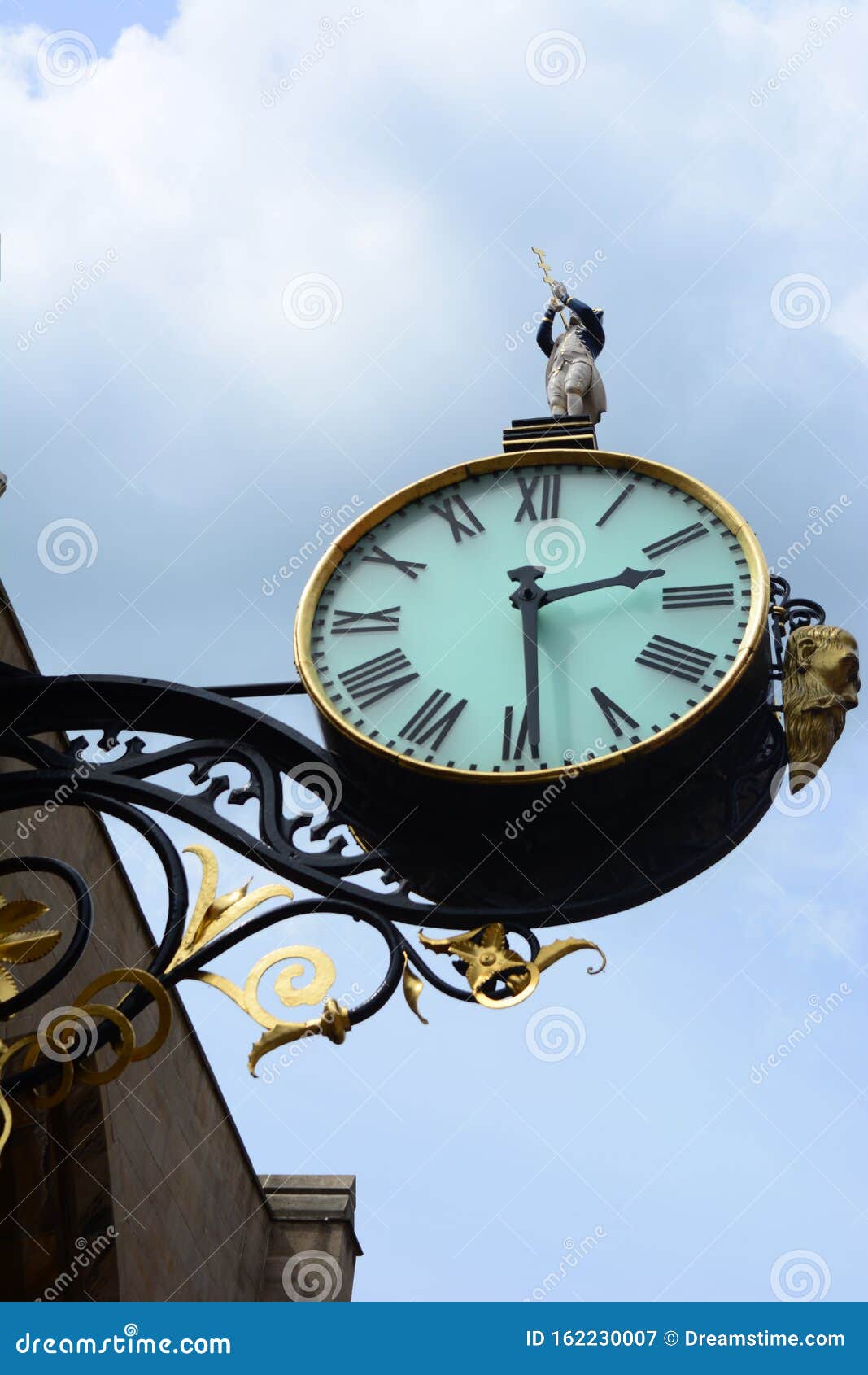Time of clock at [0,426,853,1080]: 2:29
